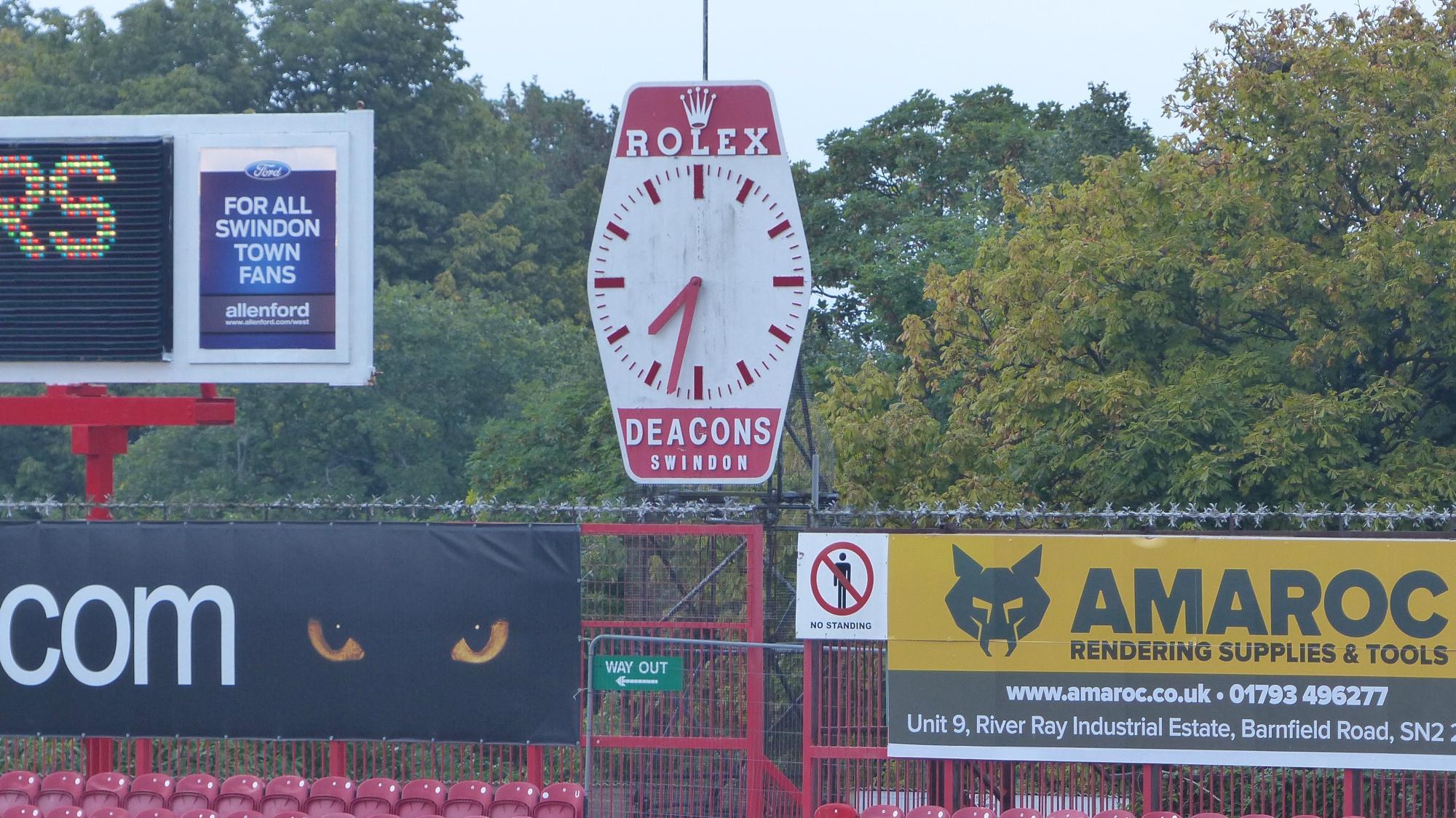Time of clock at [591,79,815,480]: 7:32
